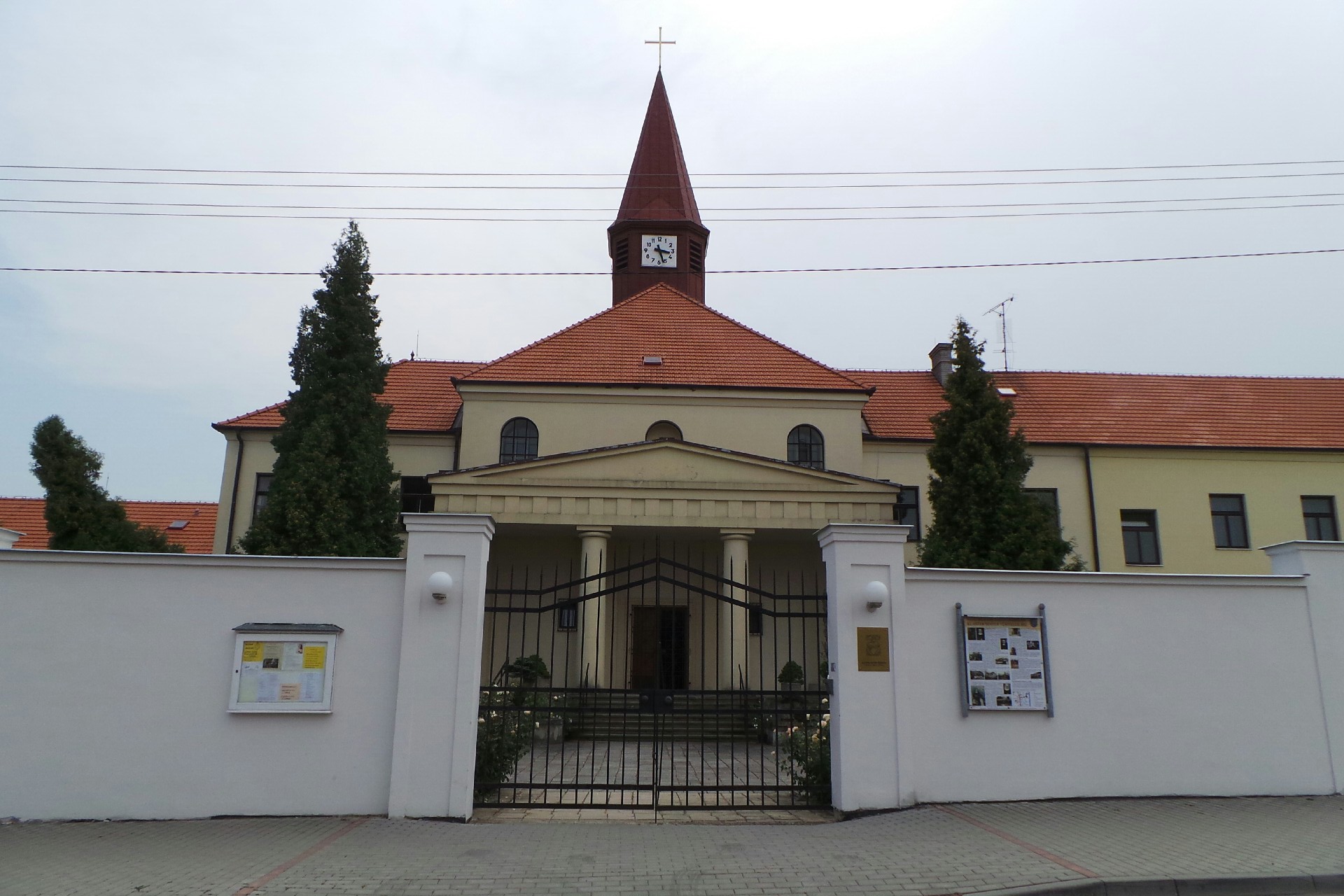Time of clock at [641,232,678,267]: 3:26
